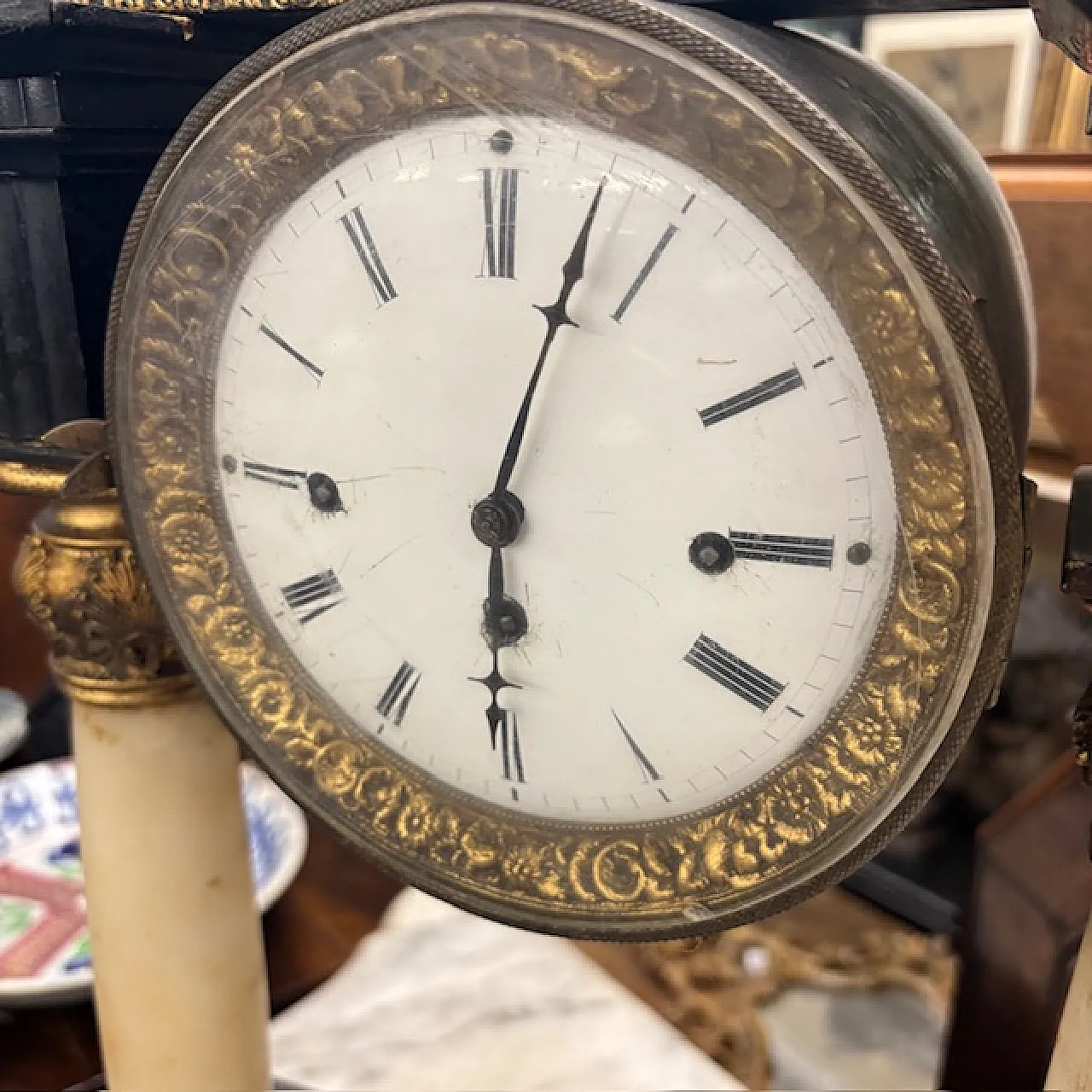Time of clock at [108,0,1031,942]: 6:03
